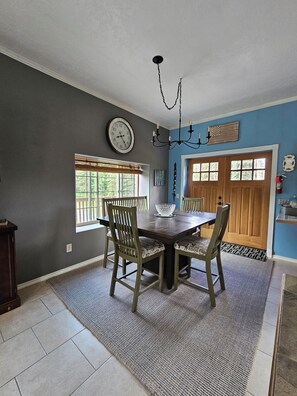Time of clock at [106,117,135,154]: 8:24
